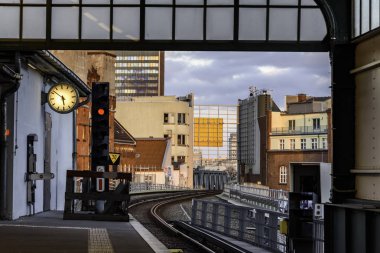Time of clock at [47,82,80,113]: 5:51
